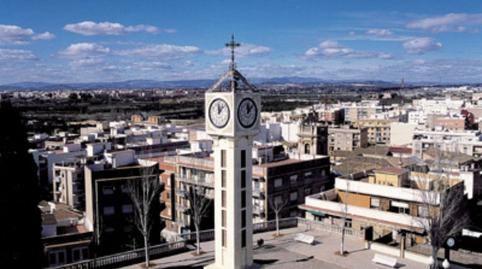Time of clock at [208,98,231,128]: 12:07
